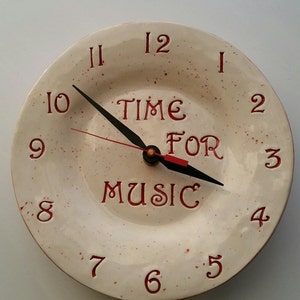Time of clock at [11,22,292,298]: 3:51
